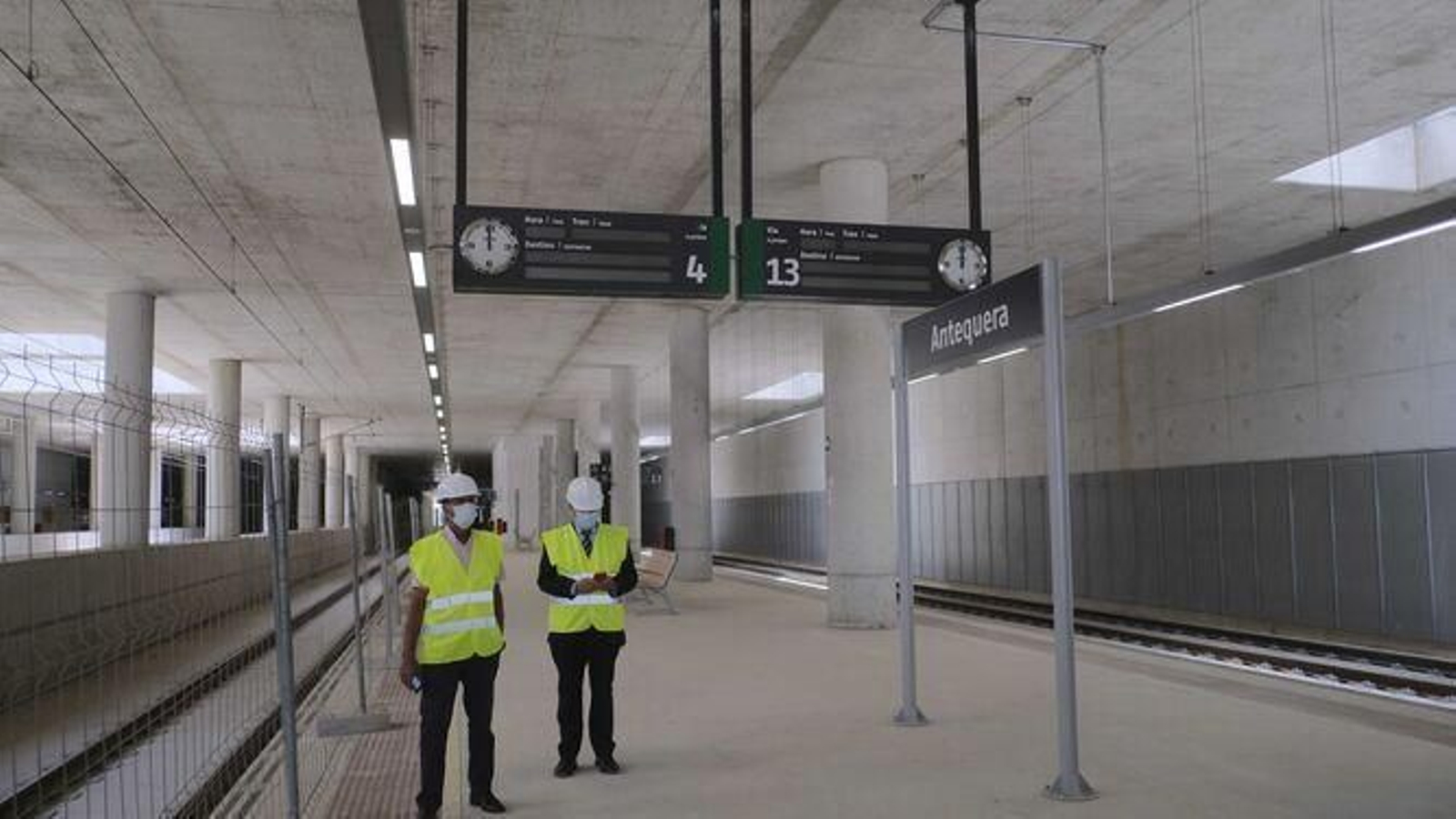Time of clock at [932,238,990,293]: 12:00
